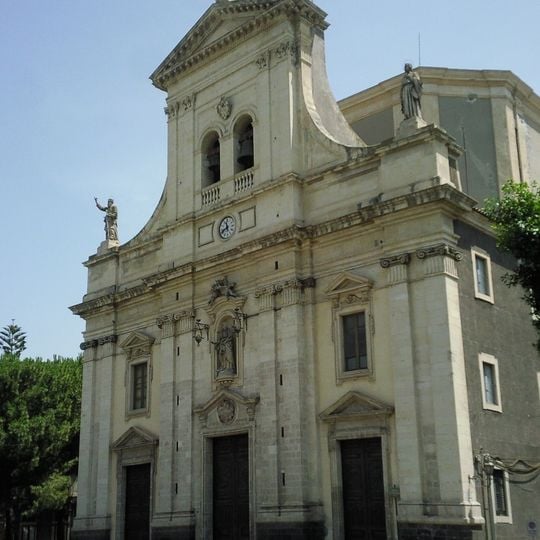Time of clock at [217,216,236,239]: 11:41
